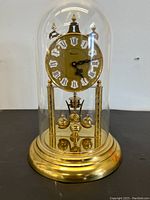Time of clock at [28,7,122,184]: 4:14
